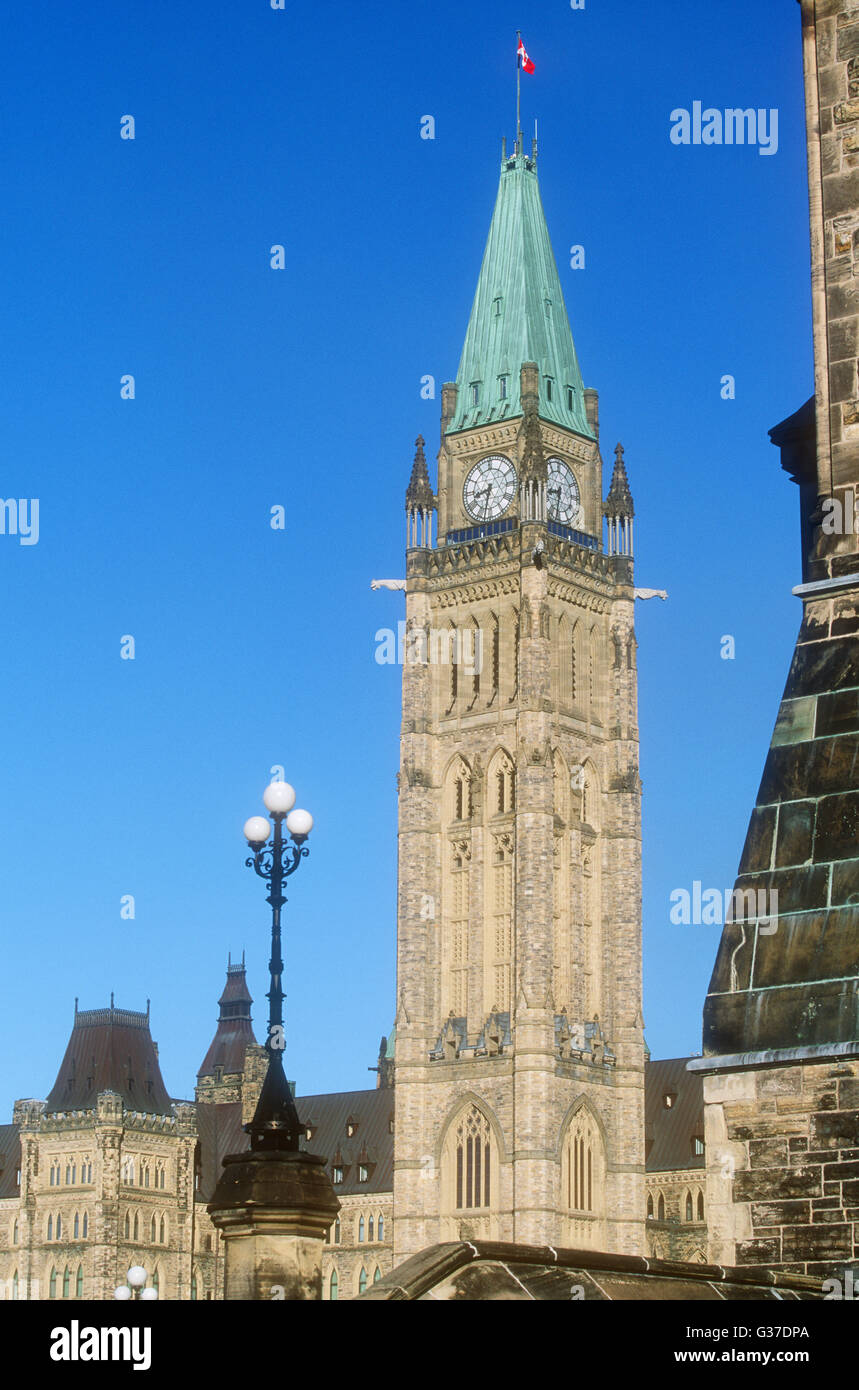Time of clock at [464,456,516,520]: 8:32
